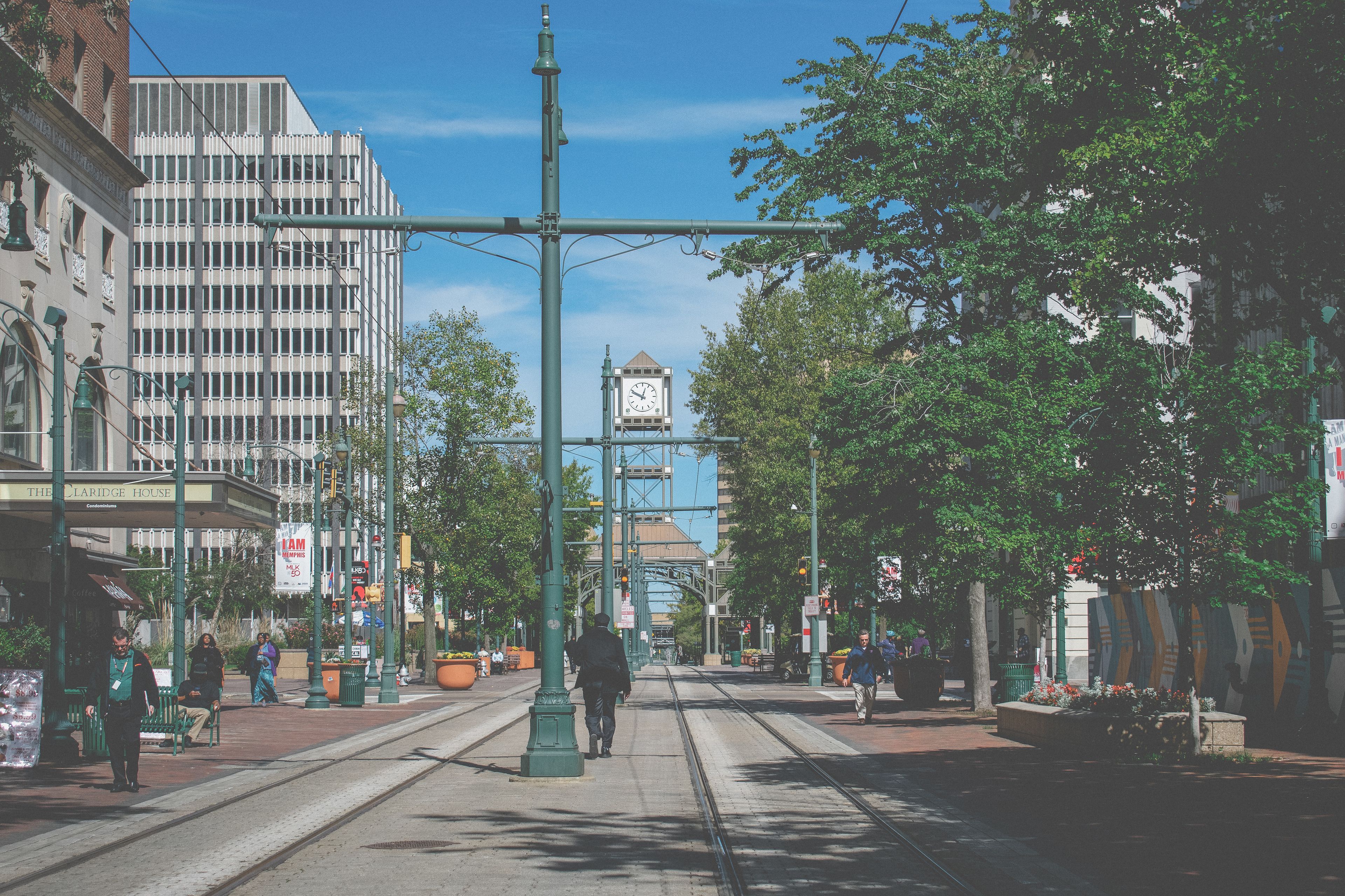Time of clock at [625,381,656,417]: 12:49
